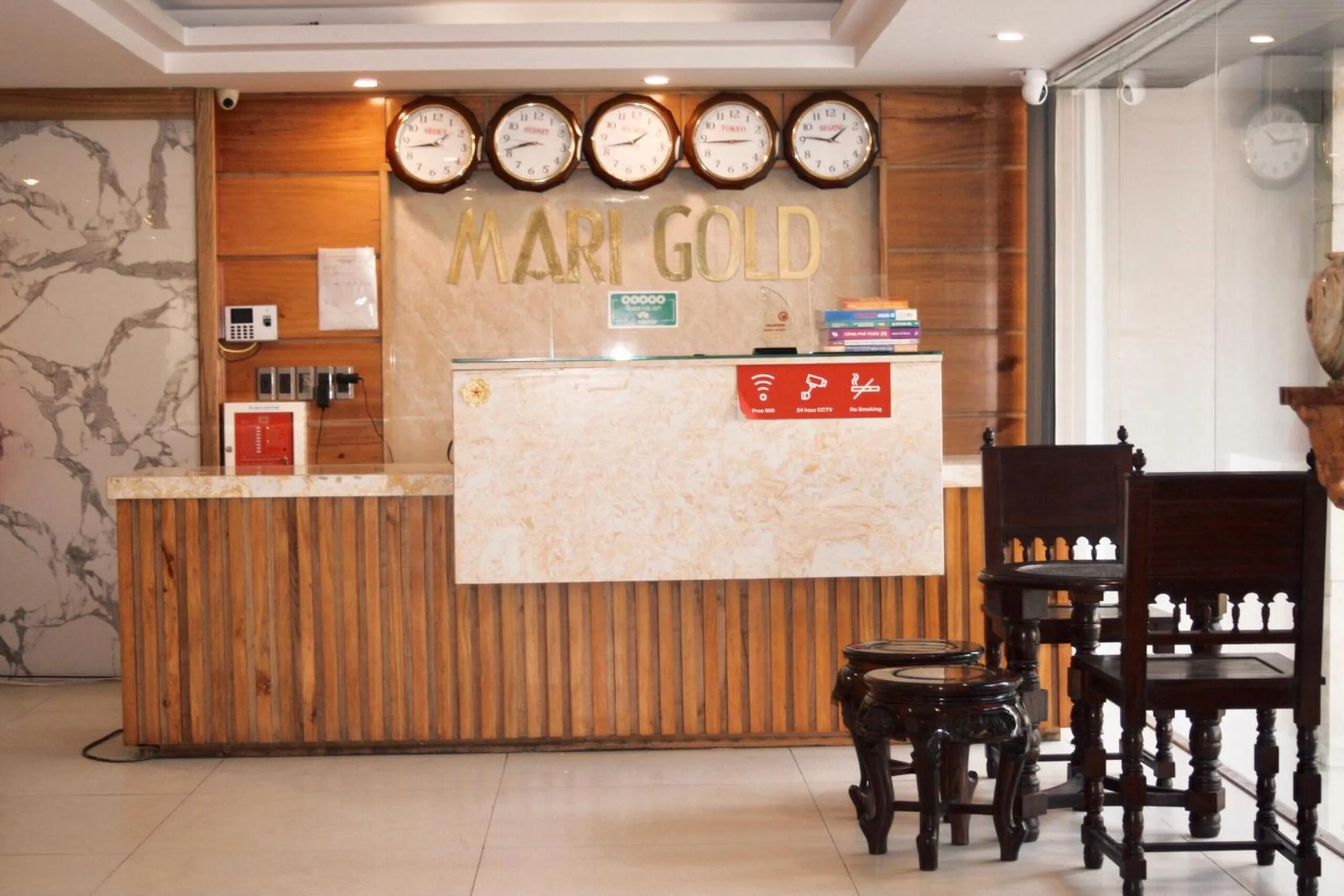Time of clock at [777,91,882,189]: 1:46
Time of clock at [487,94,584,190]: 8:41
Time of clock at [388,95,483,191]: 1:42
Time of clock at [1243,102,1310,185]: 10:13
